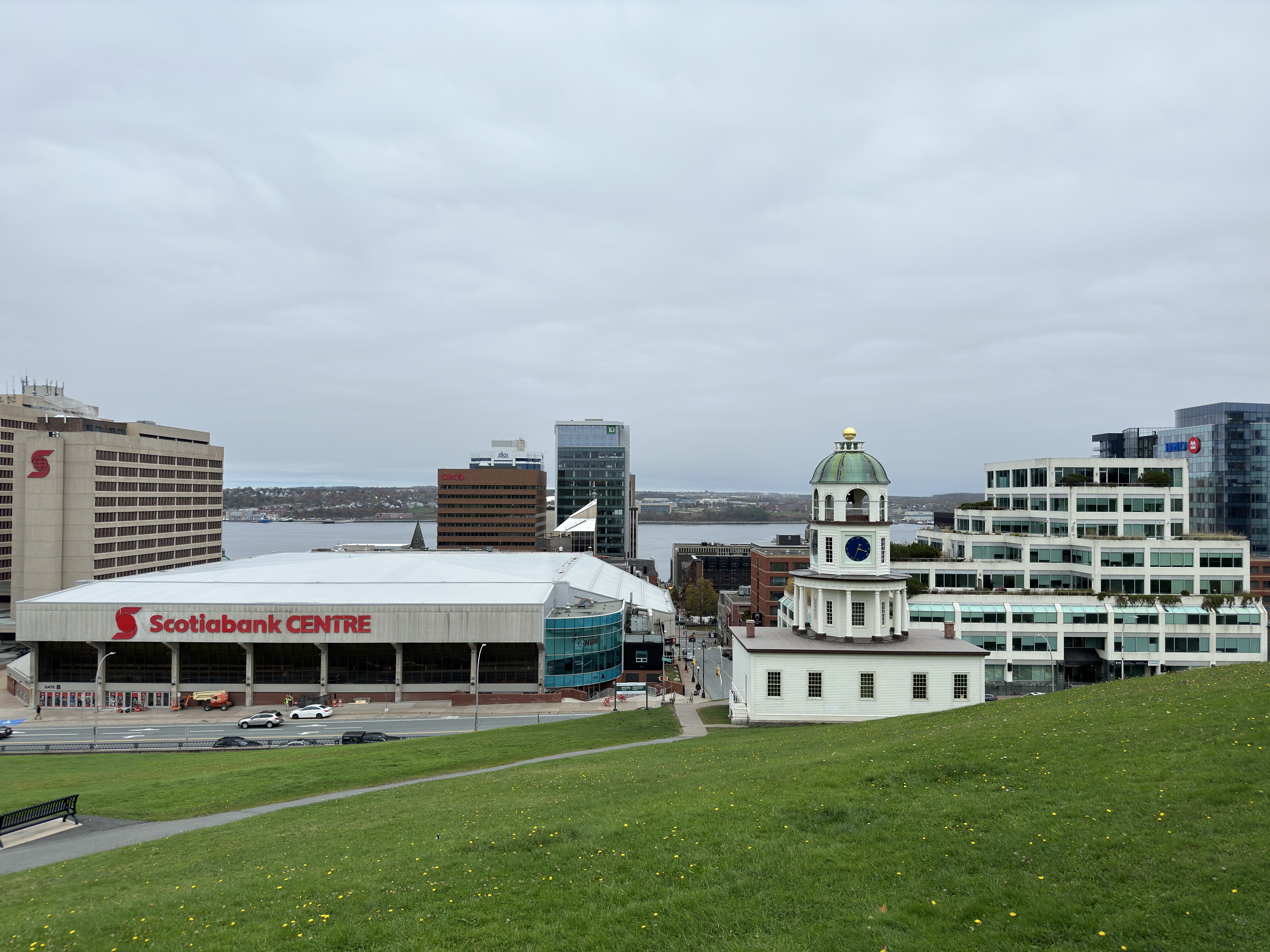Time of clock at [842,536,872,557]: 3:33
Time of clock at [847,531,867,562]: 3:33
